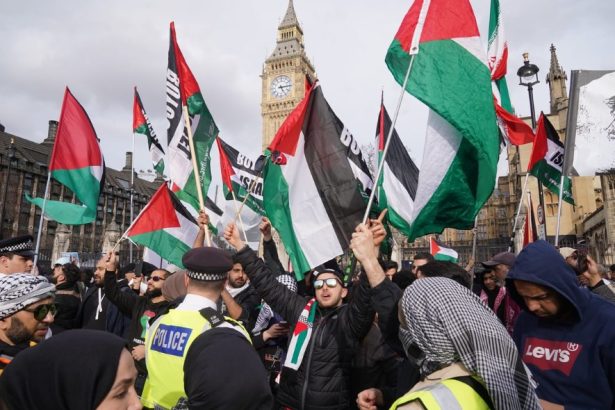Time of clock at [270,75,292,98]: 5:14
